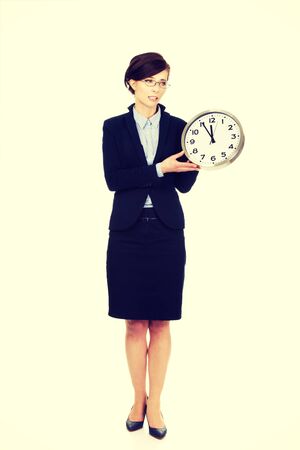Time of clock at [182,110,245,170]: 11:55
